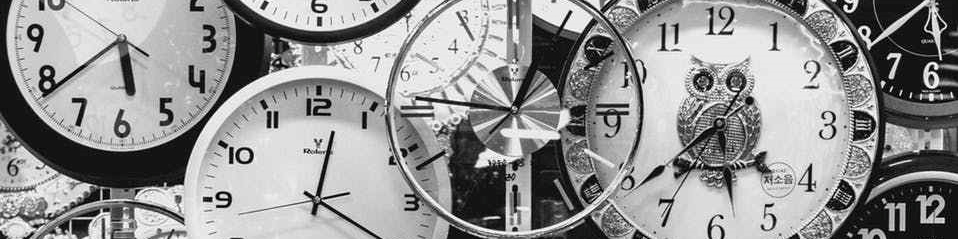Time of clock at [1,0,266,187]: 5:38
